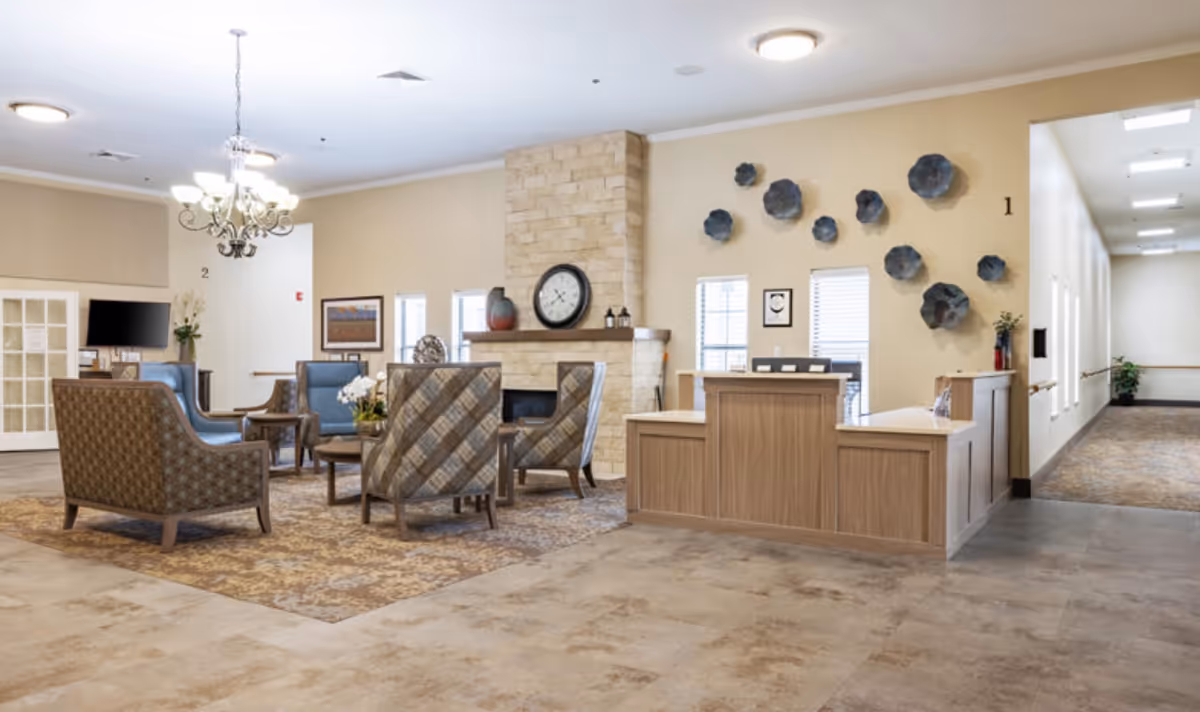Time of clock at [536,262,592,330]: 4:38
